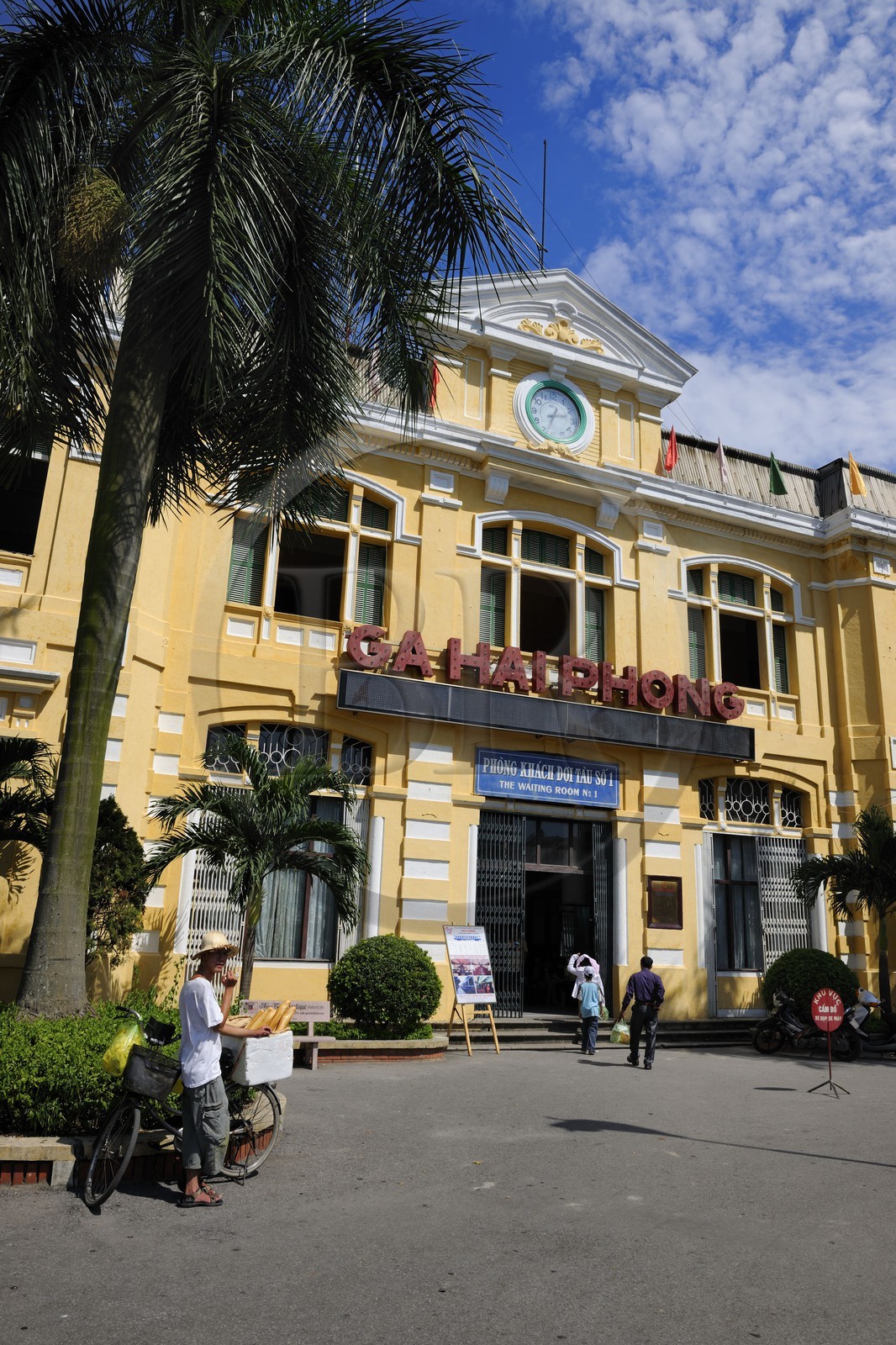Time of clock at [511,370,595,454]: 2:33
